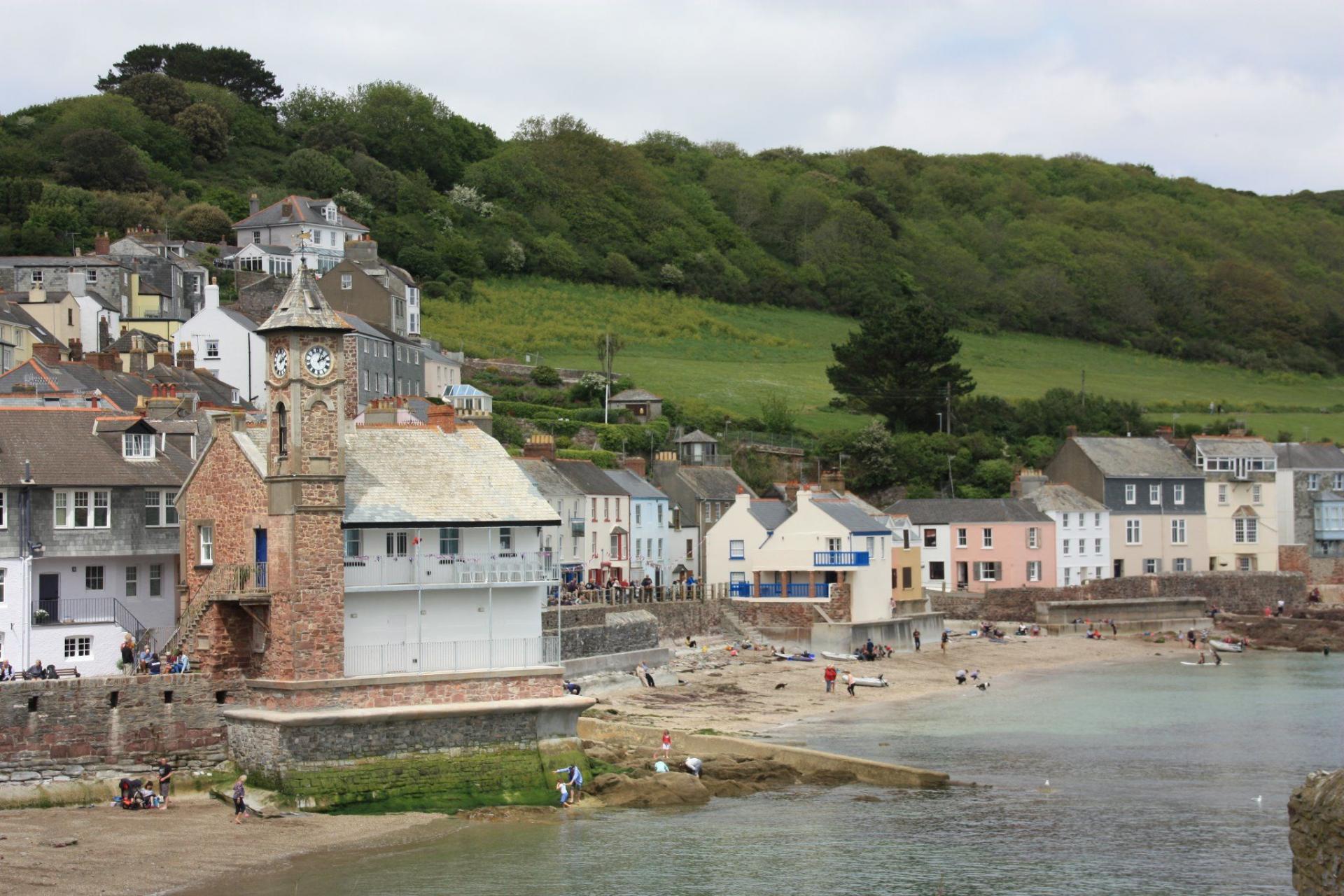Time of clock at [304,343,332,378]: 2:04
